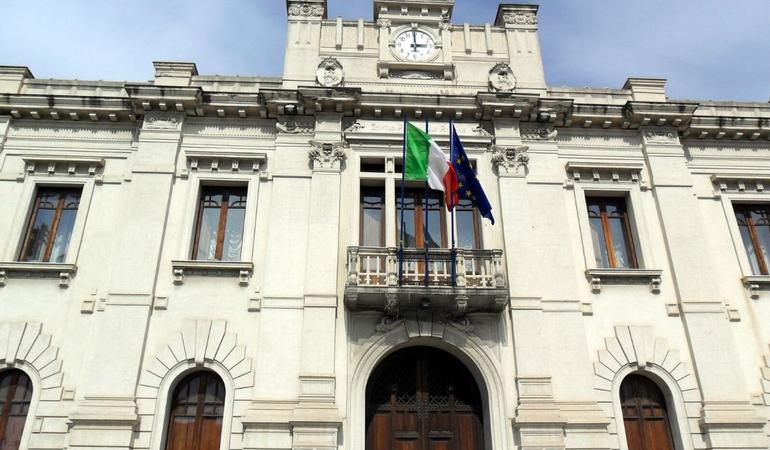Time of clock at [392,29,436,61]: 2:59
